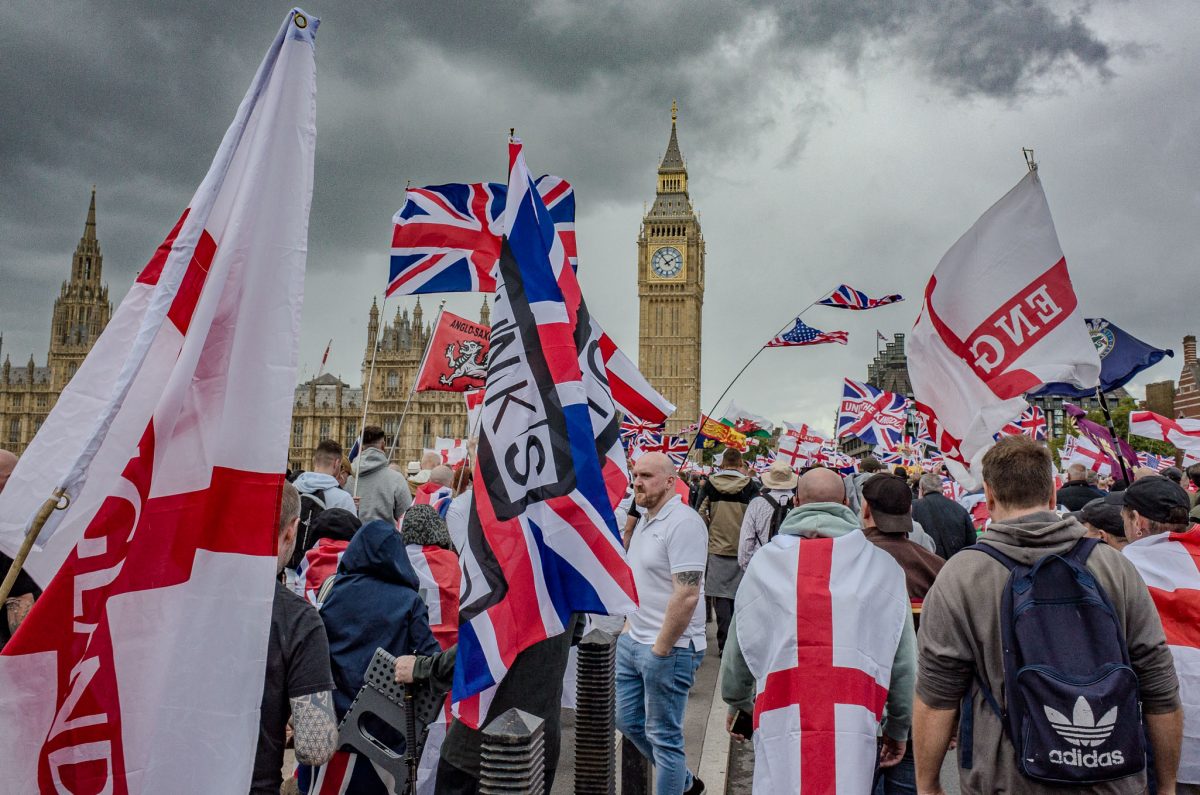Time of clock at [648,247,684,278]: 1:53
